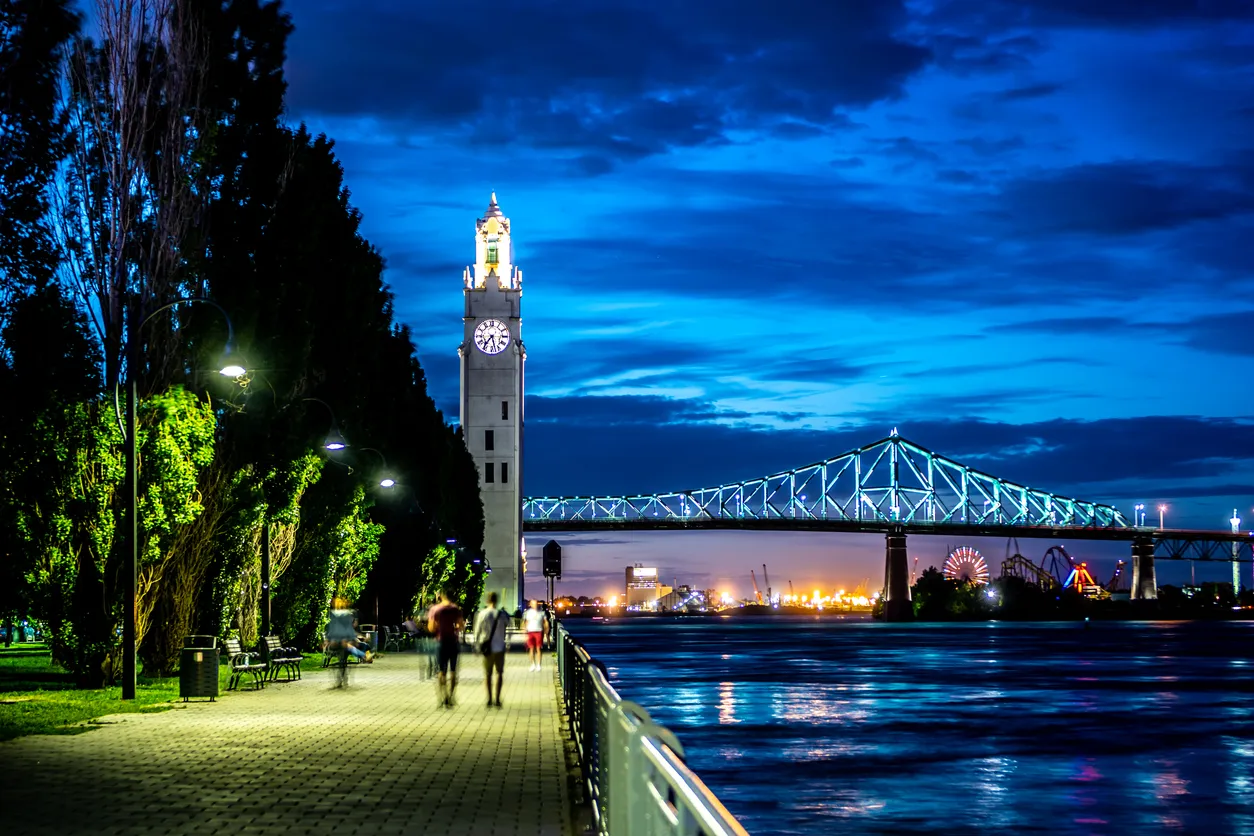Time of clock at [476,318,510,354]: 5:36
